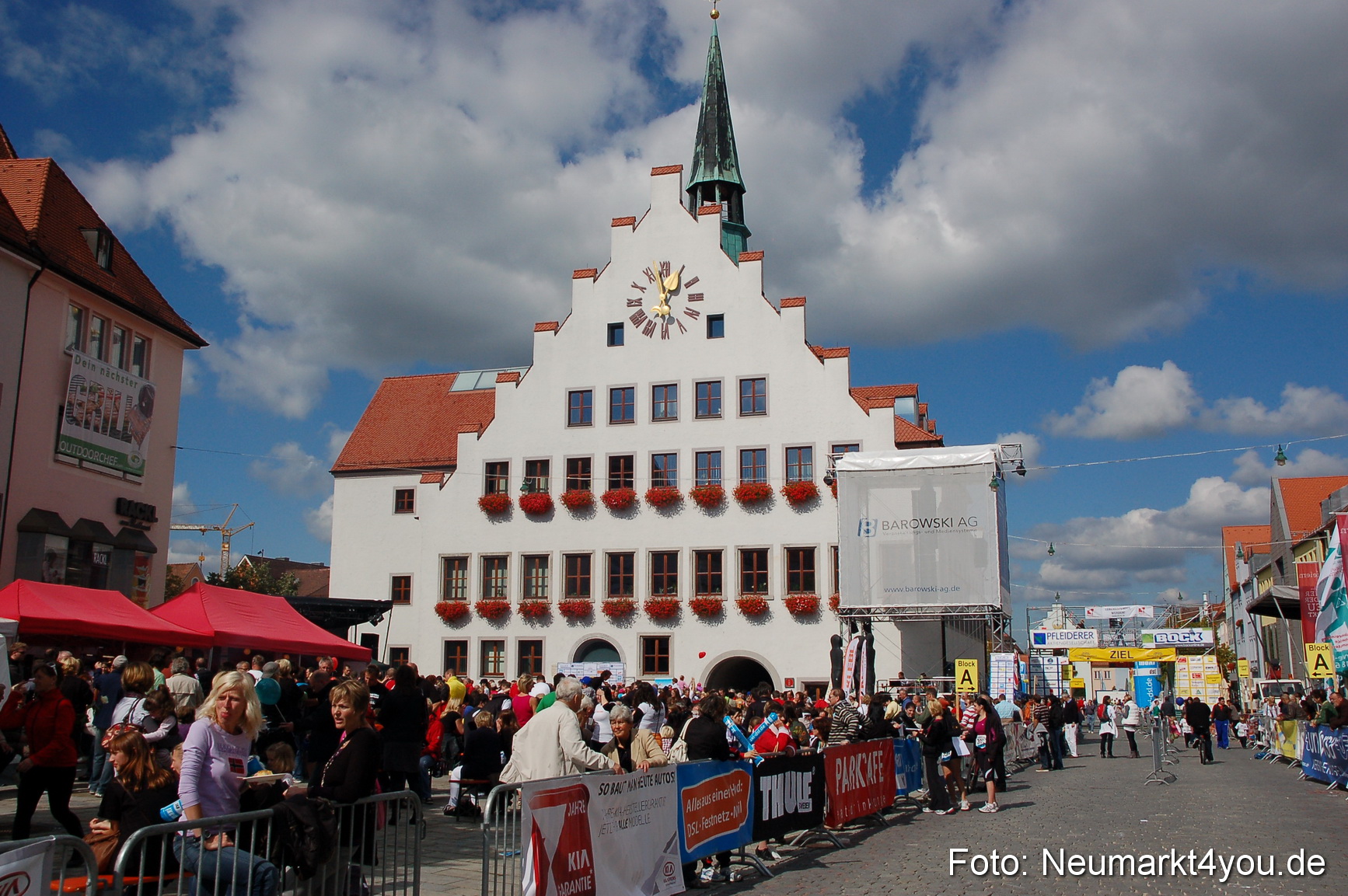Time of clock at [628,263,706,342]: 12:58
